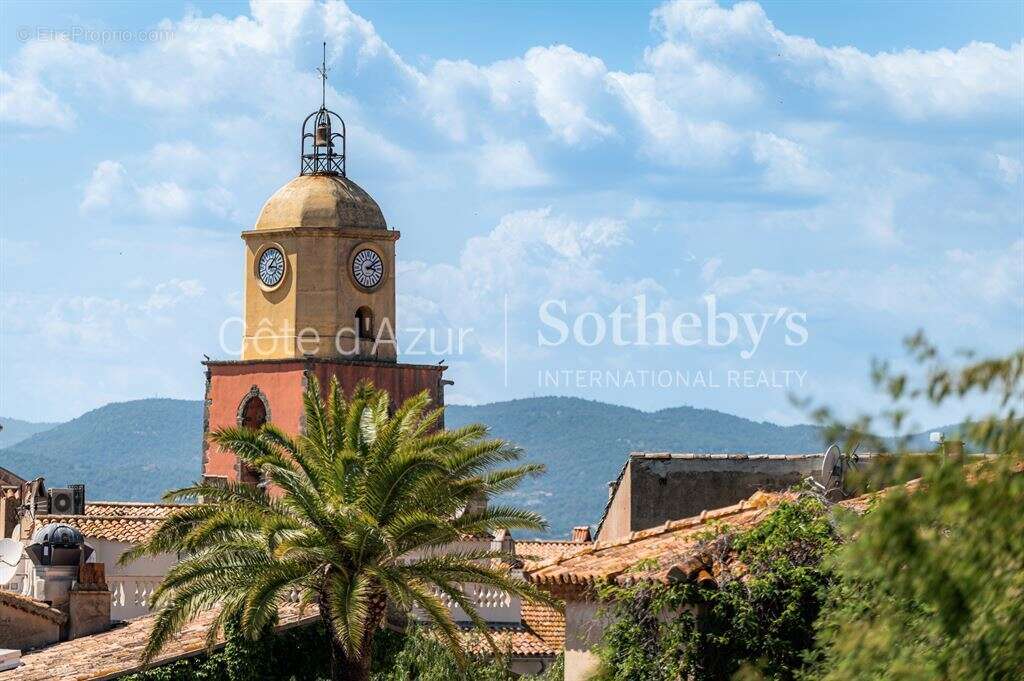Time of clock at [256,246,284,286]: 3:06
